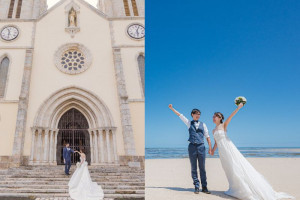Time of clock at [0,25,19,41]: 11:31
